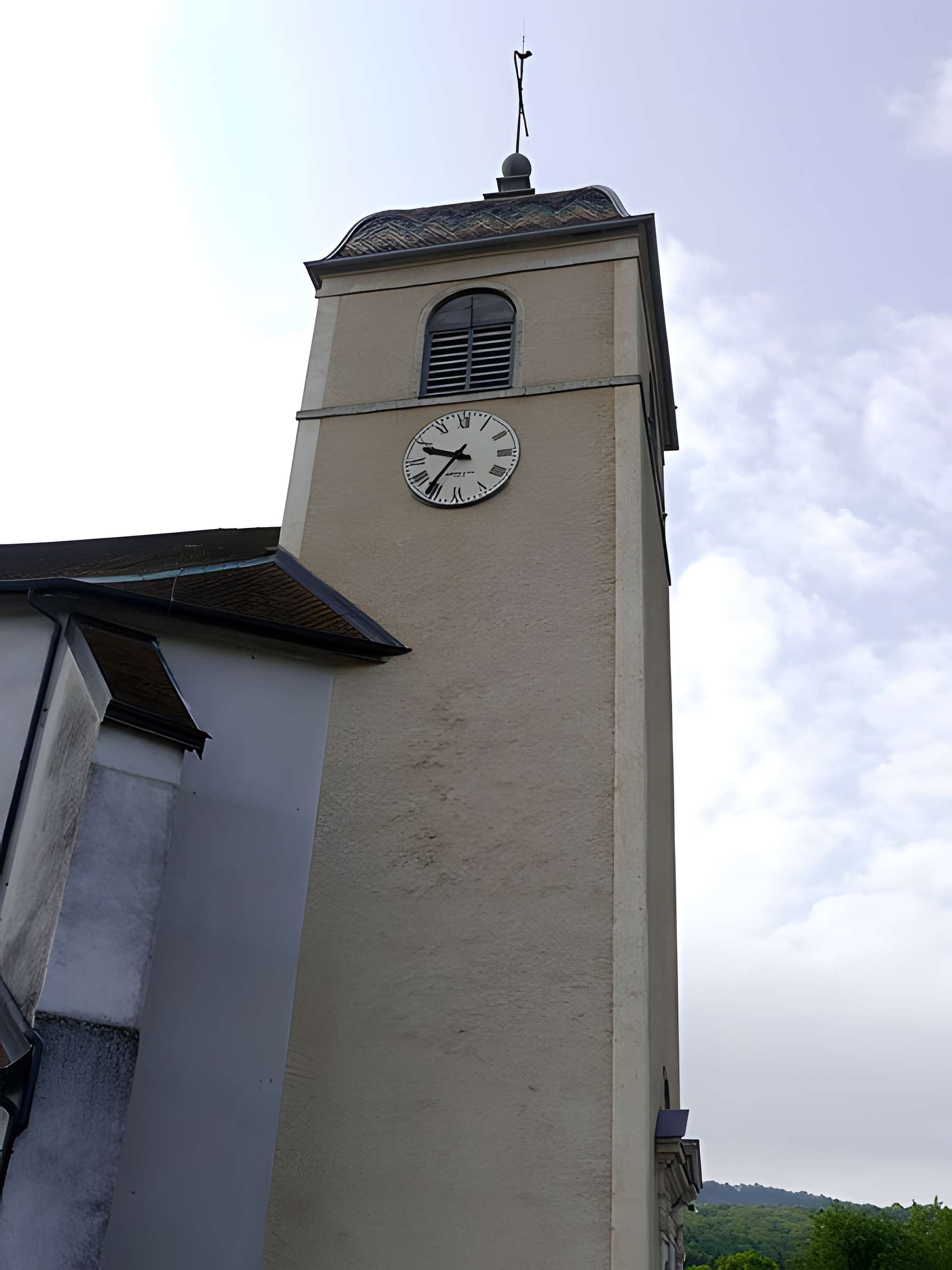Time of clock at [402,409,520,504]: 9:36
